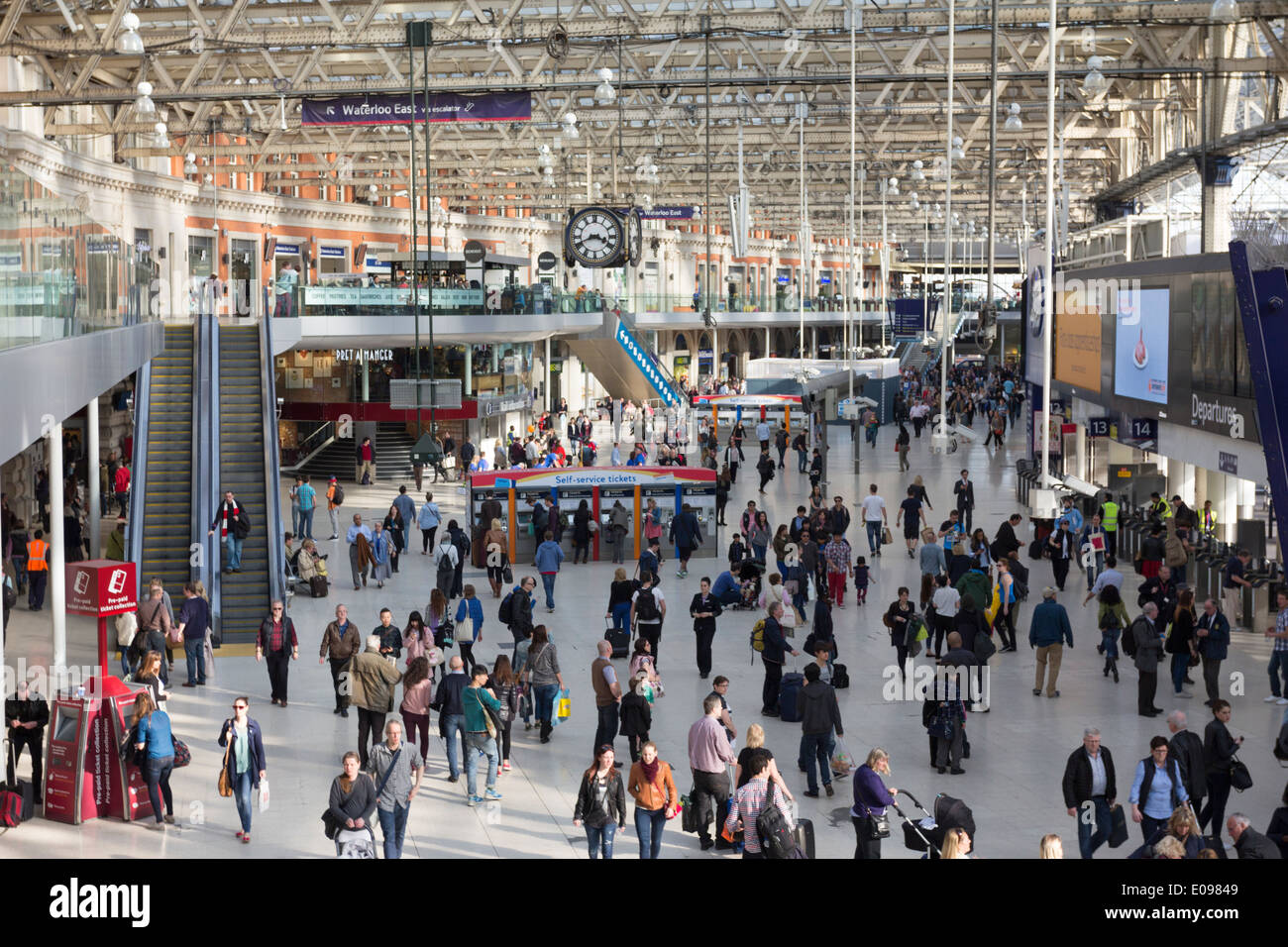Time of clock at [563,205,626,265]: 3:41
